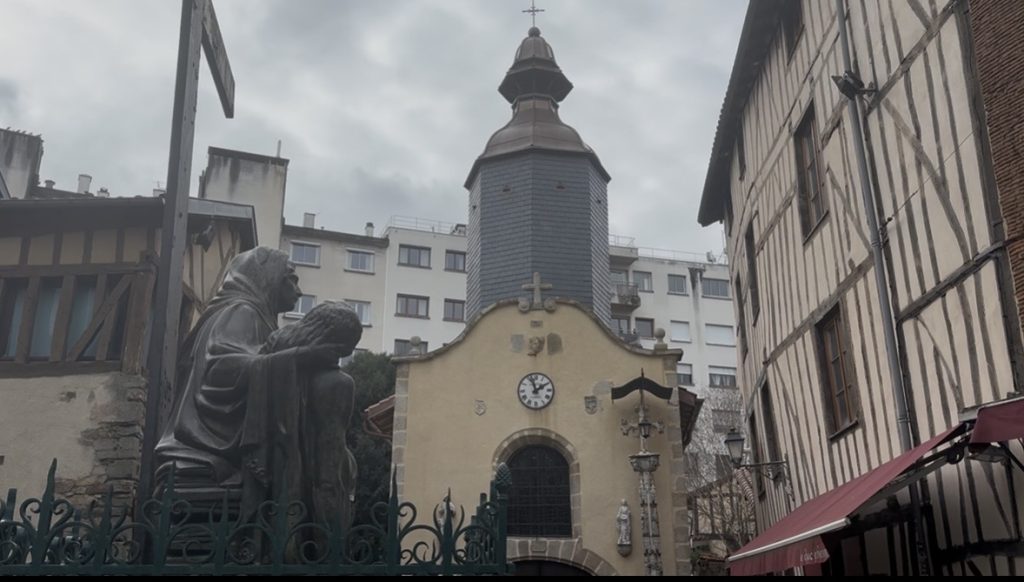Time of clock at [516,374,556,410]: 1:56
